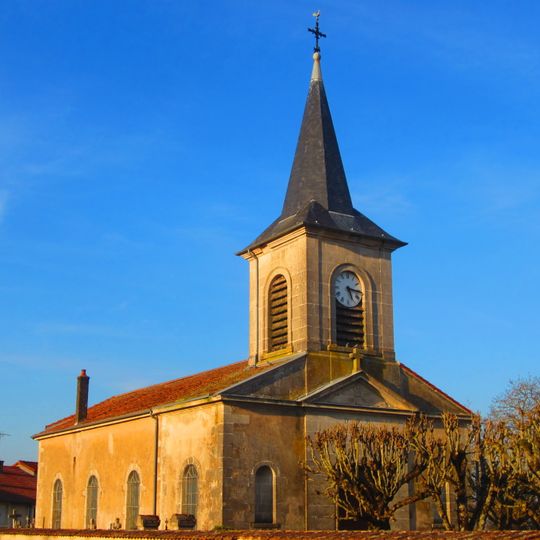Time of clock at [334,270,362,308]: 5:15
